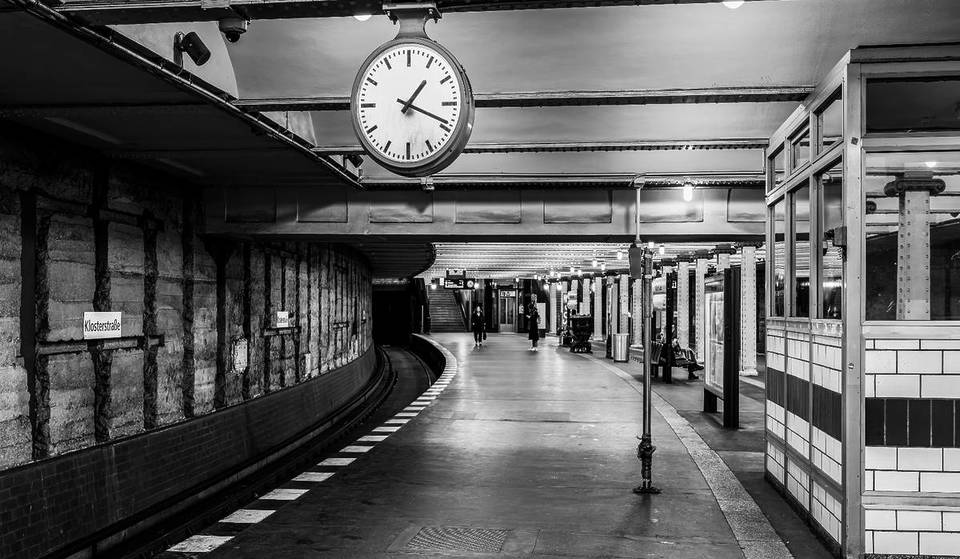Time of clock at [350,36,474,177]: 1:18
